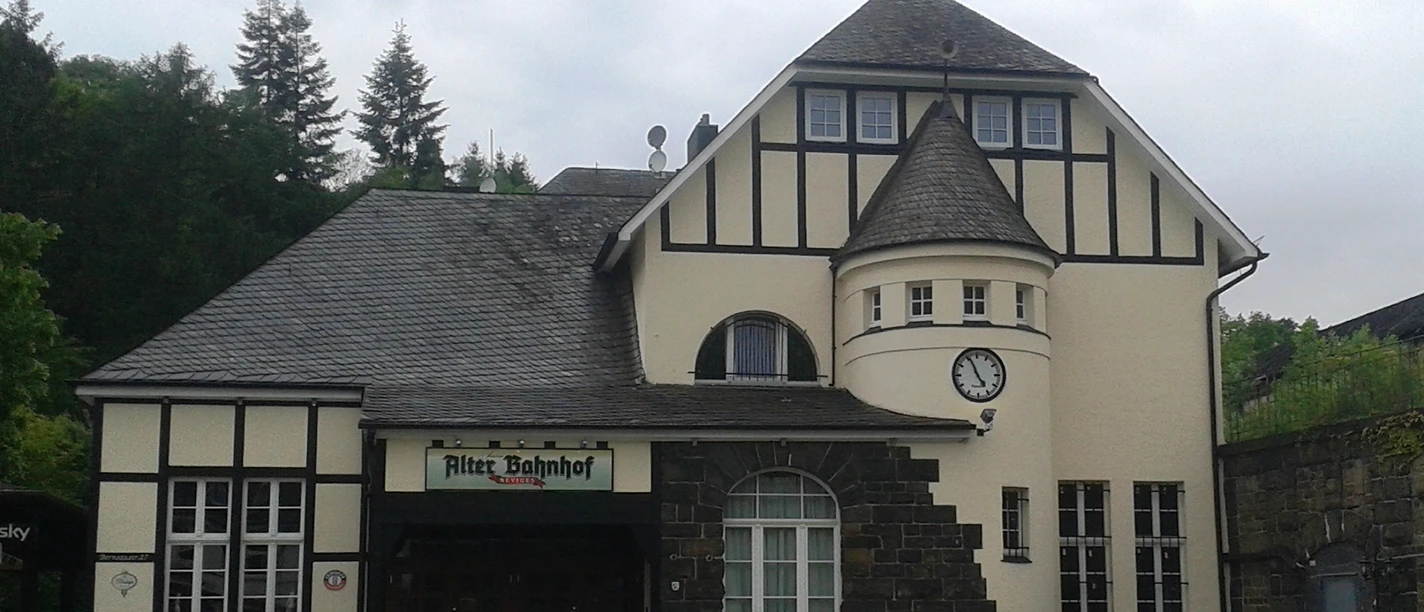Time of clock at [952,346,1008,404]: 4:56
